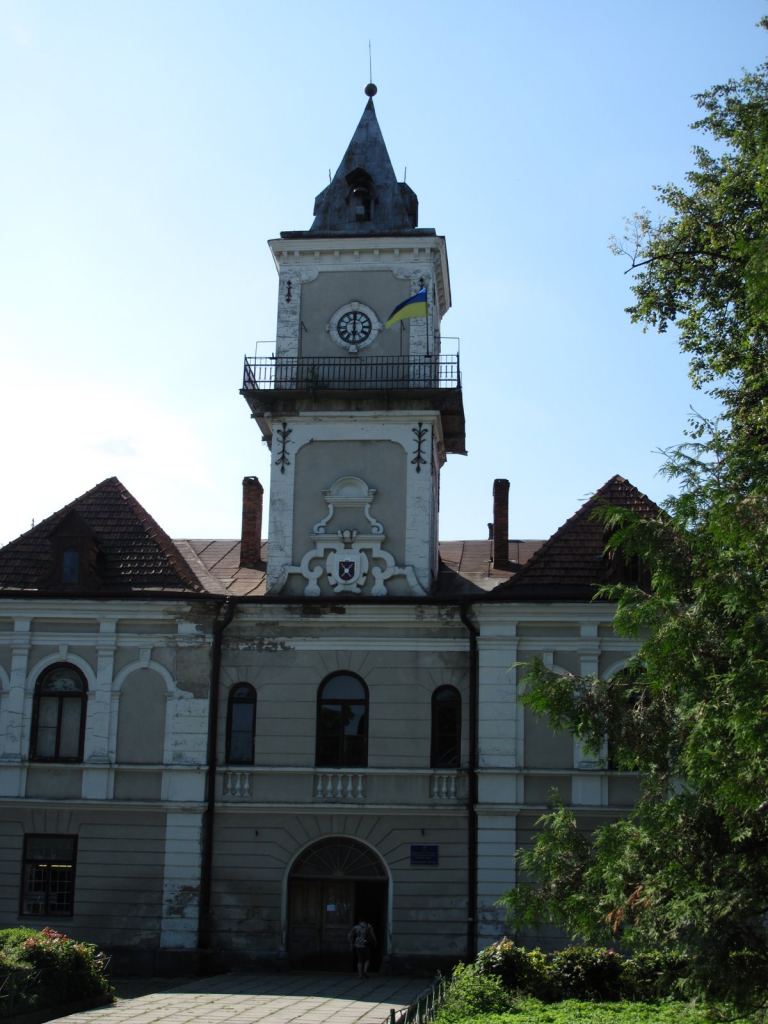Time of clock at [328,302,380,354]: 5:59
